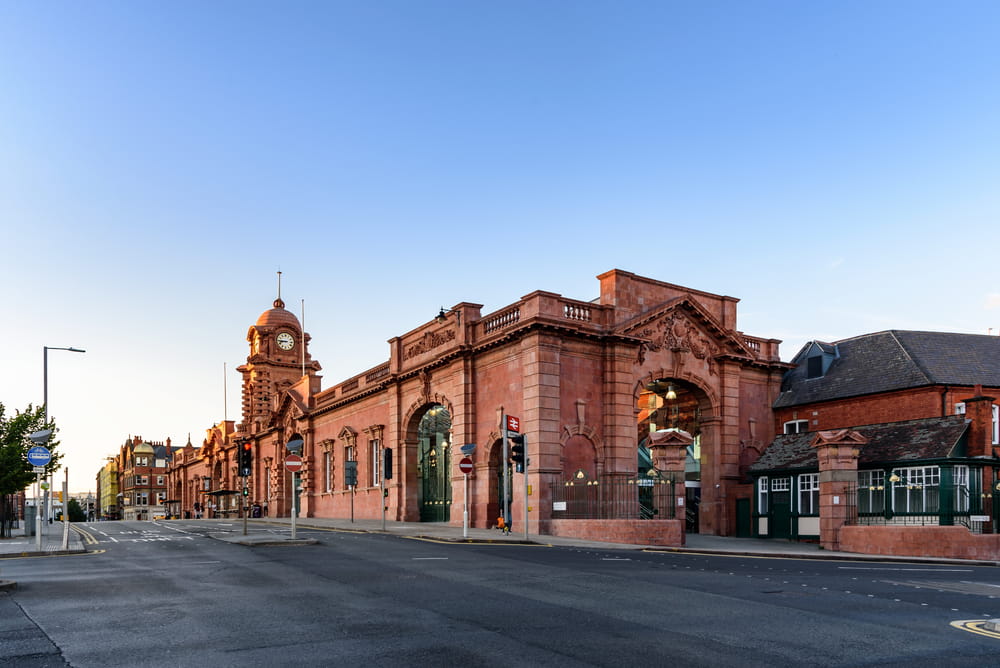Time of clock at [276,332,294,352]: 8:45
